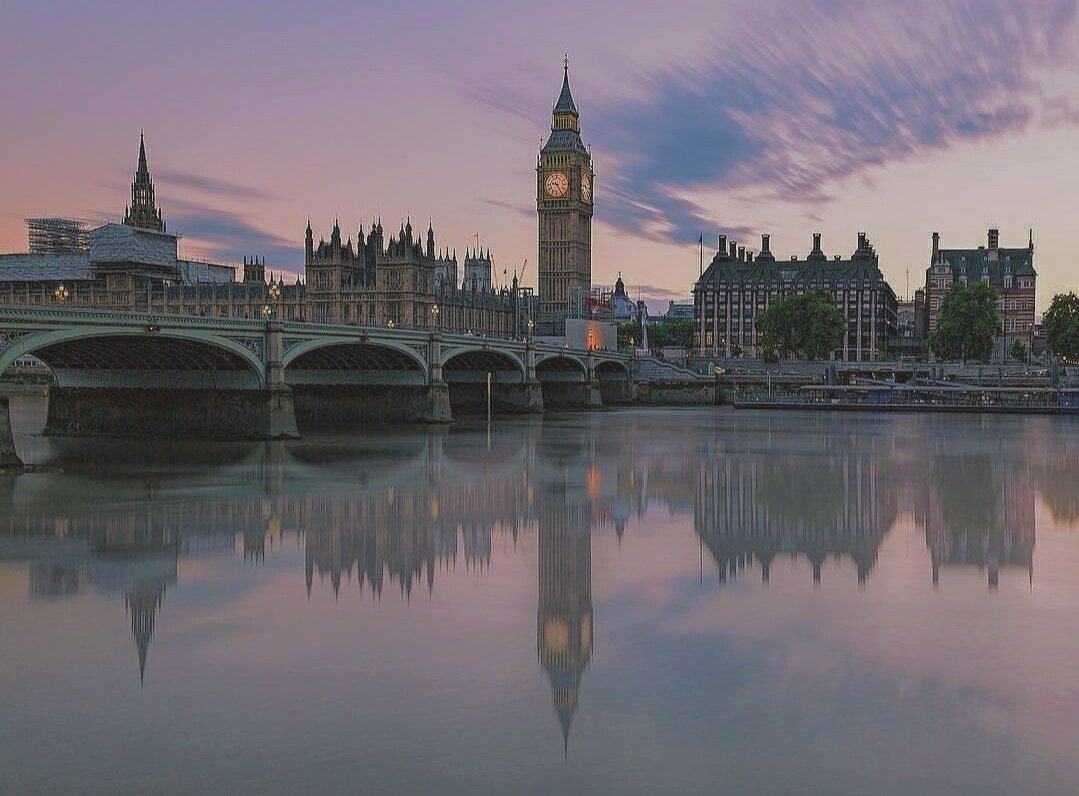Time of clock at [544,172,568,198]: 9:24
